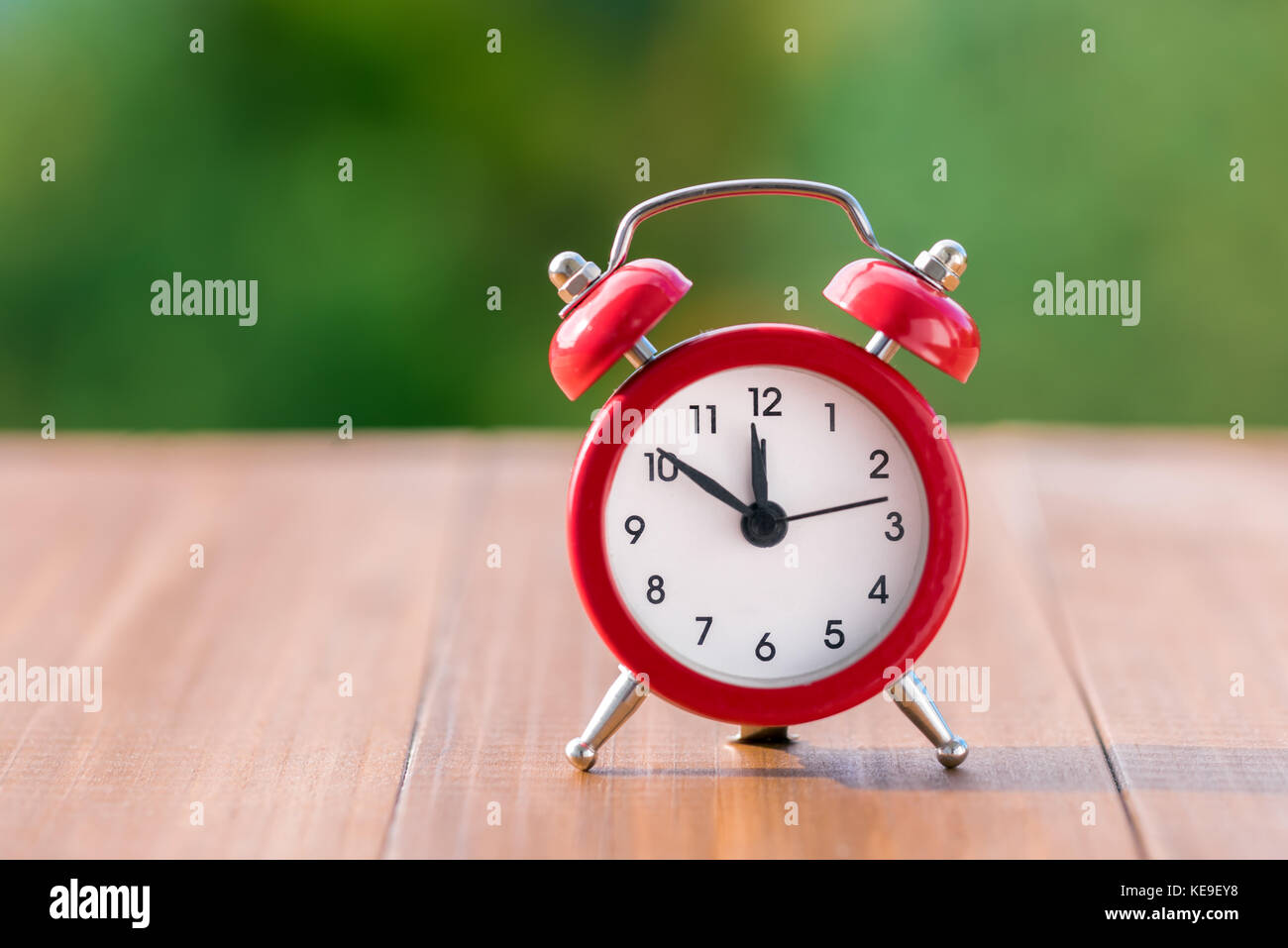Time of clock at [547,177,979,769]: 11:50
